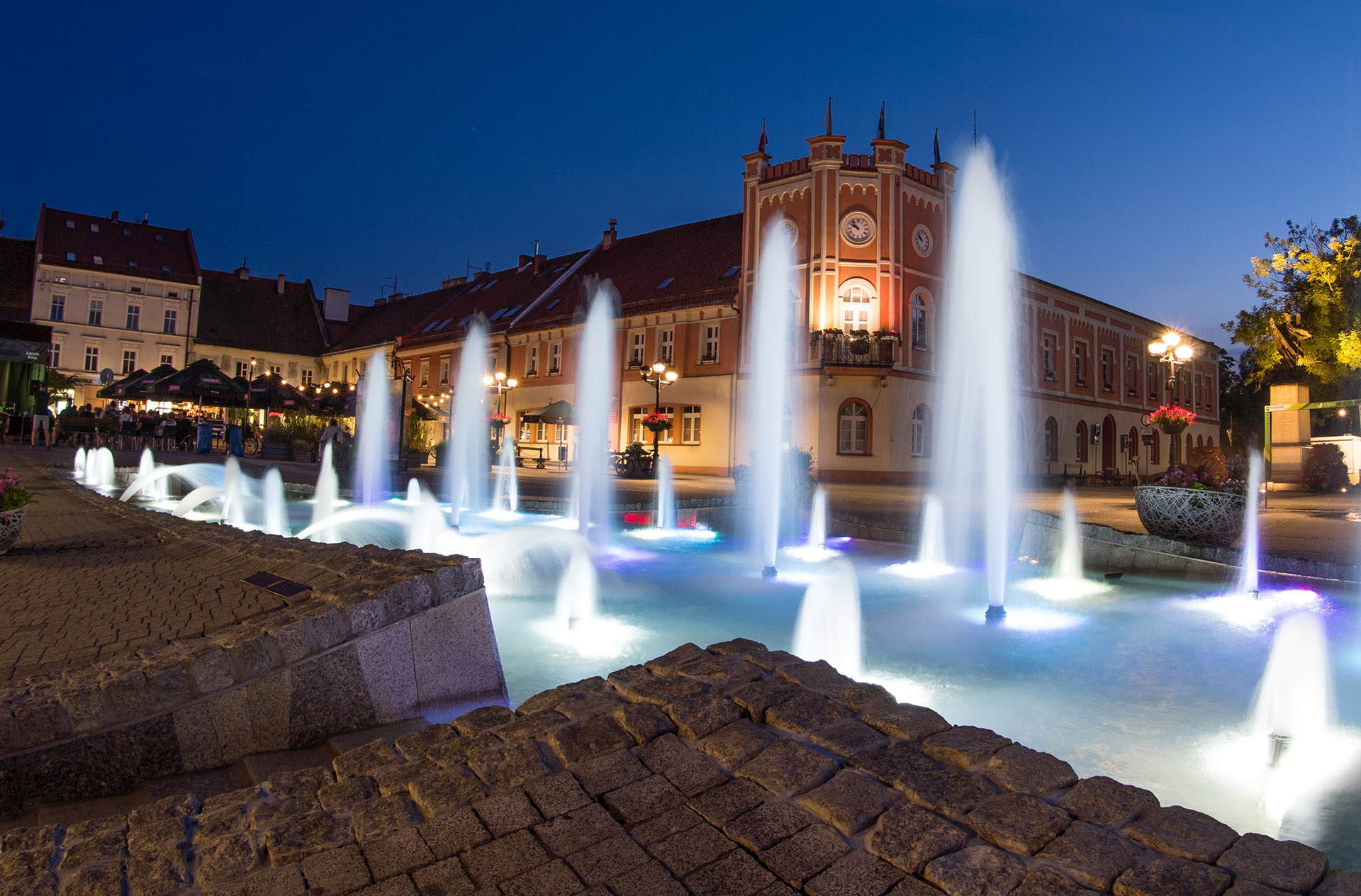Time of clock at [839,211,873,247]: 10:50
